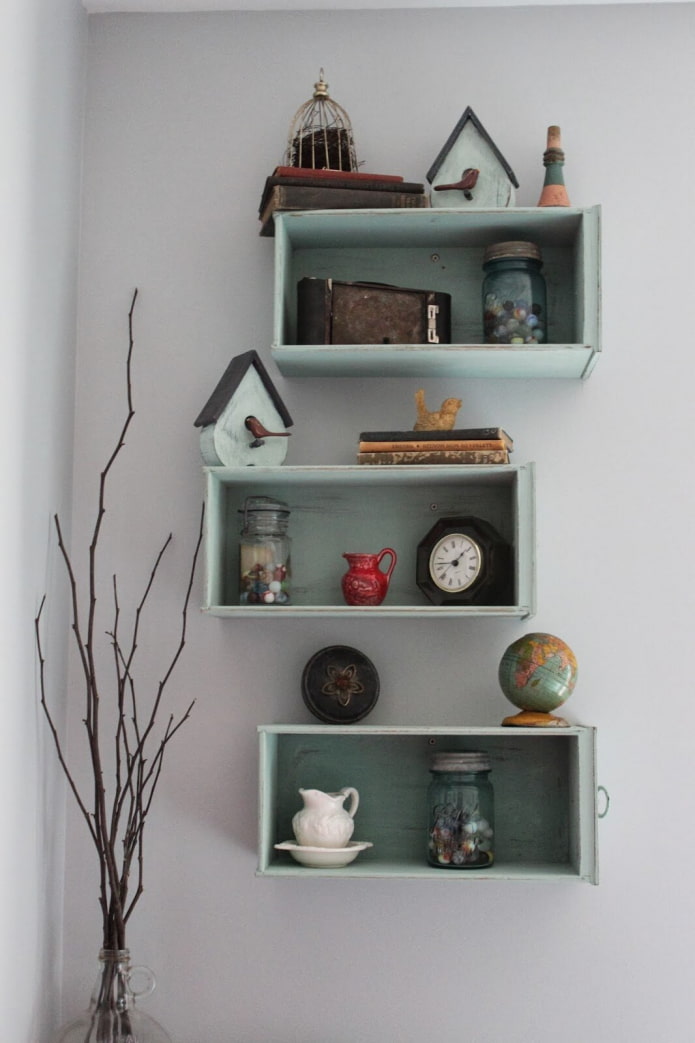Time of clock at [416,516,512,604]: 1:46
